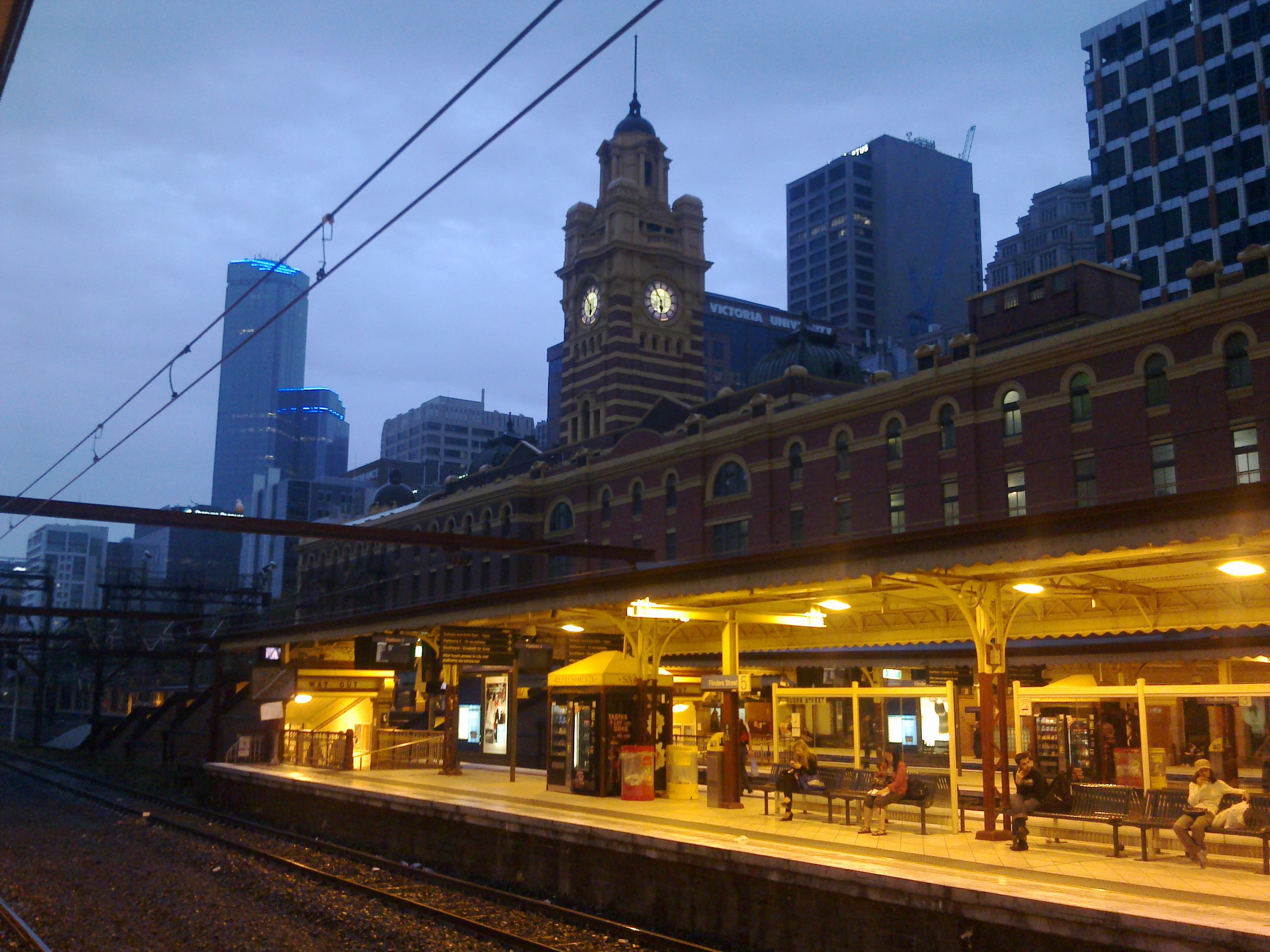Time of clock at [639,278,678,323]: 5:54
